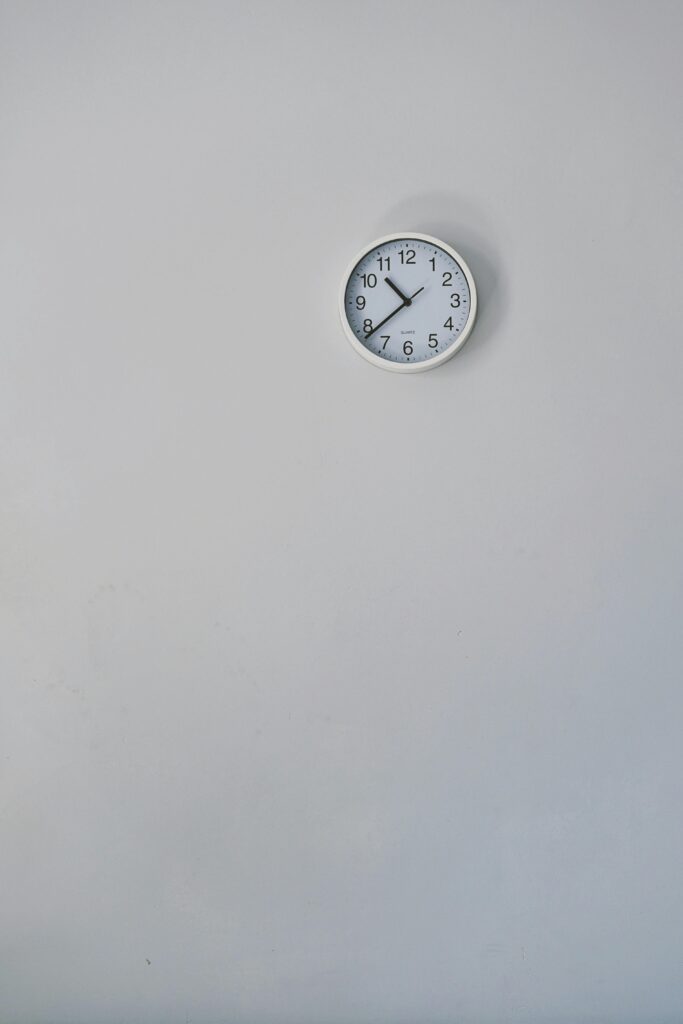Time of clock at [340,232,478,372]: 10:38
